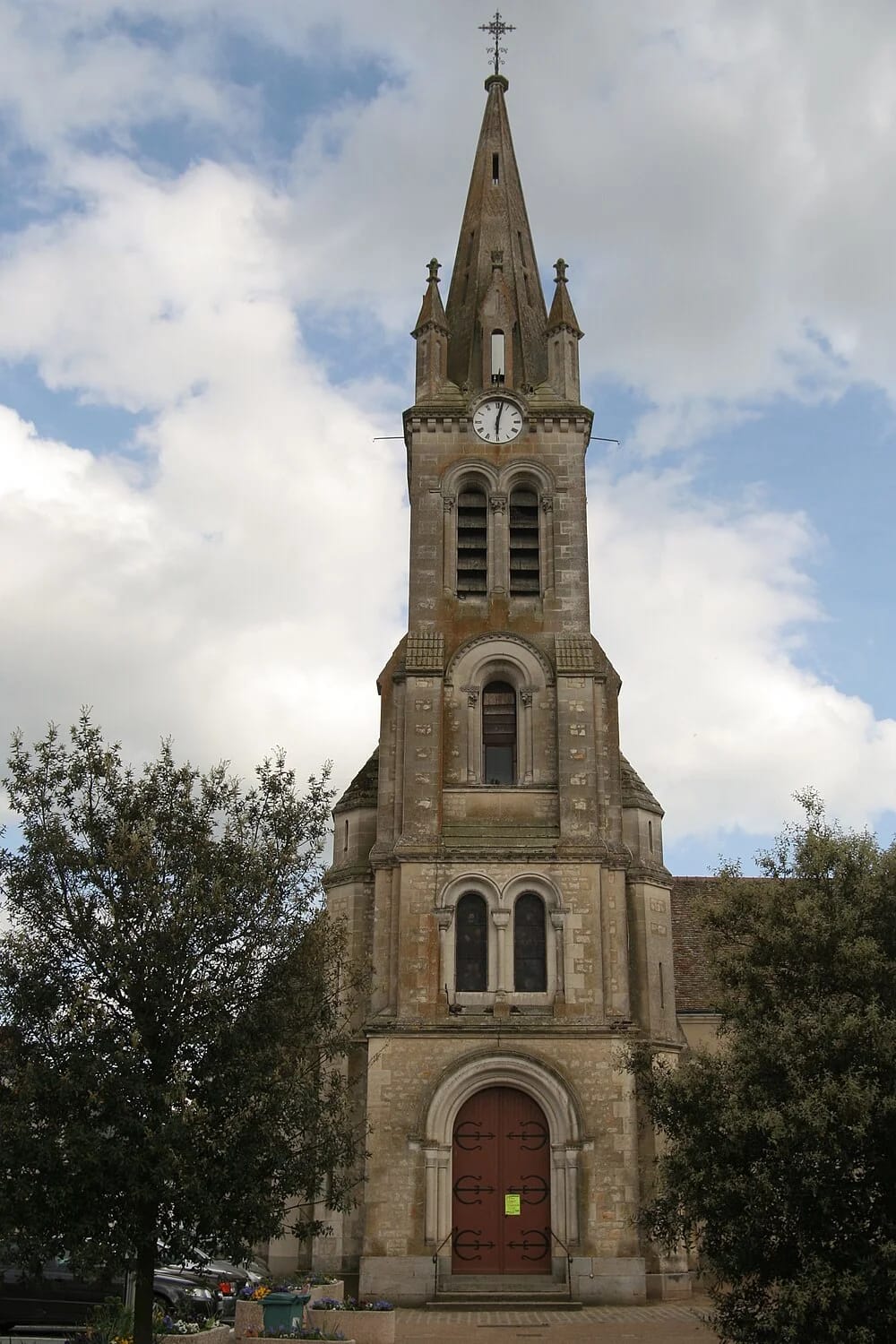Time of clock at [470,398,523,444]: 6:02
